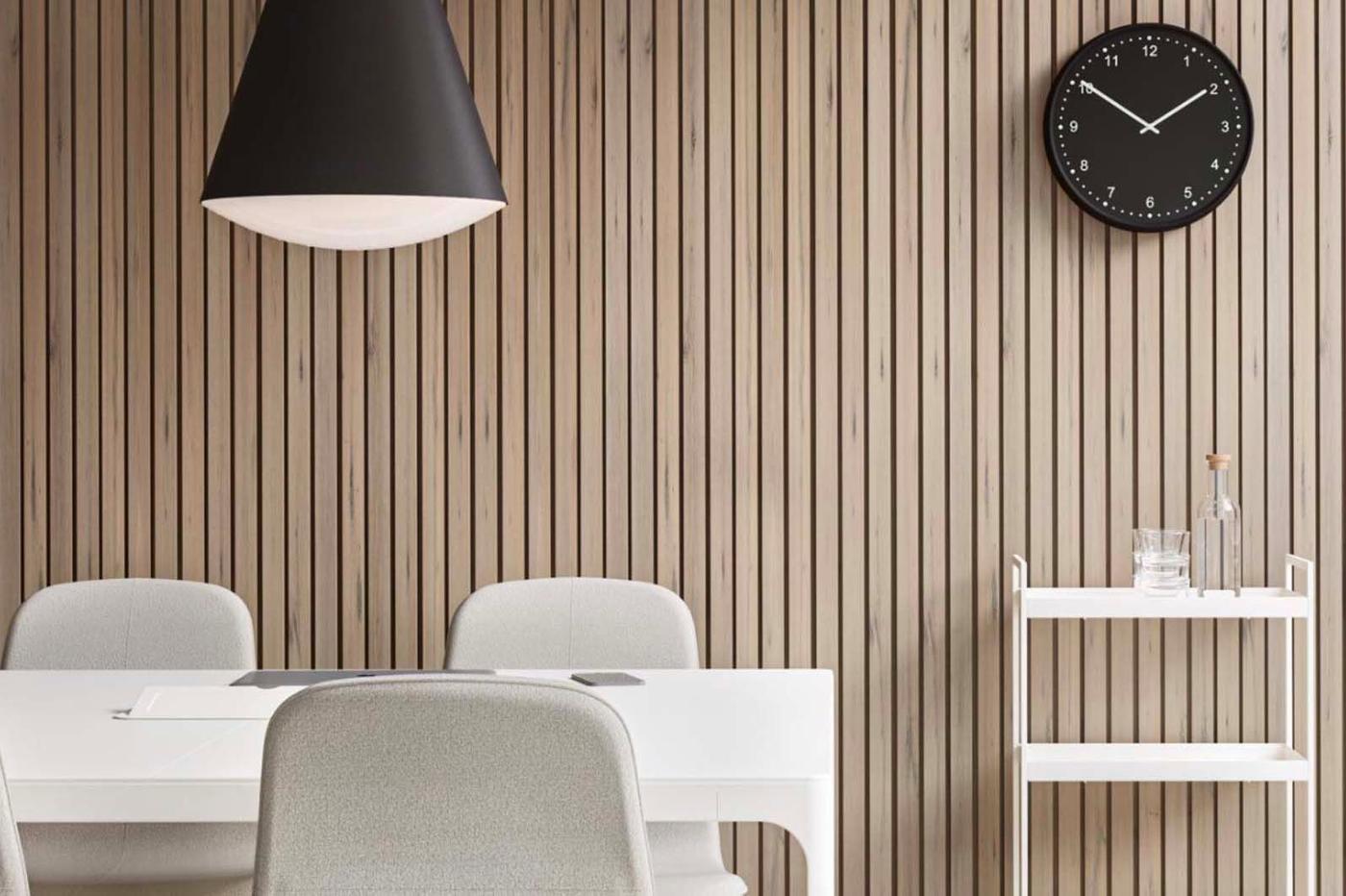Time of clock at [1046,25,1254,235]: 1:50
